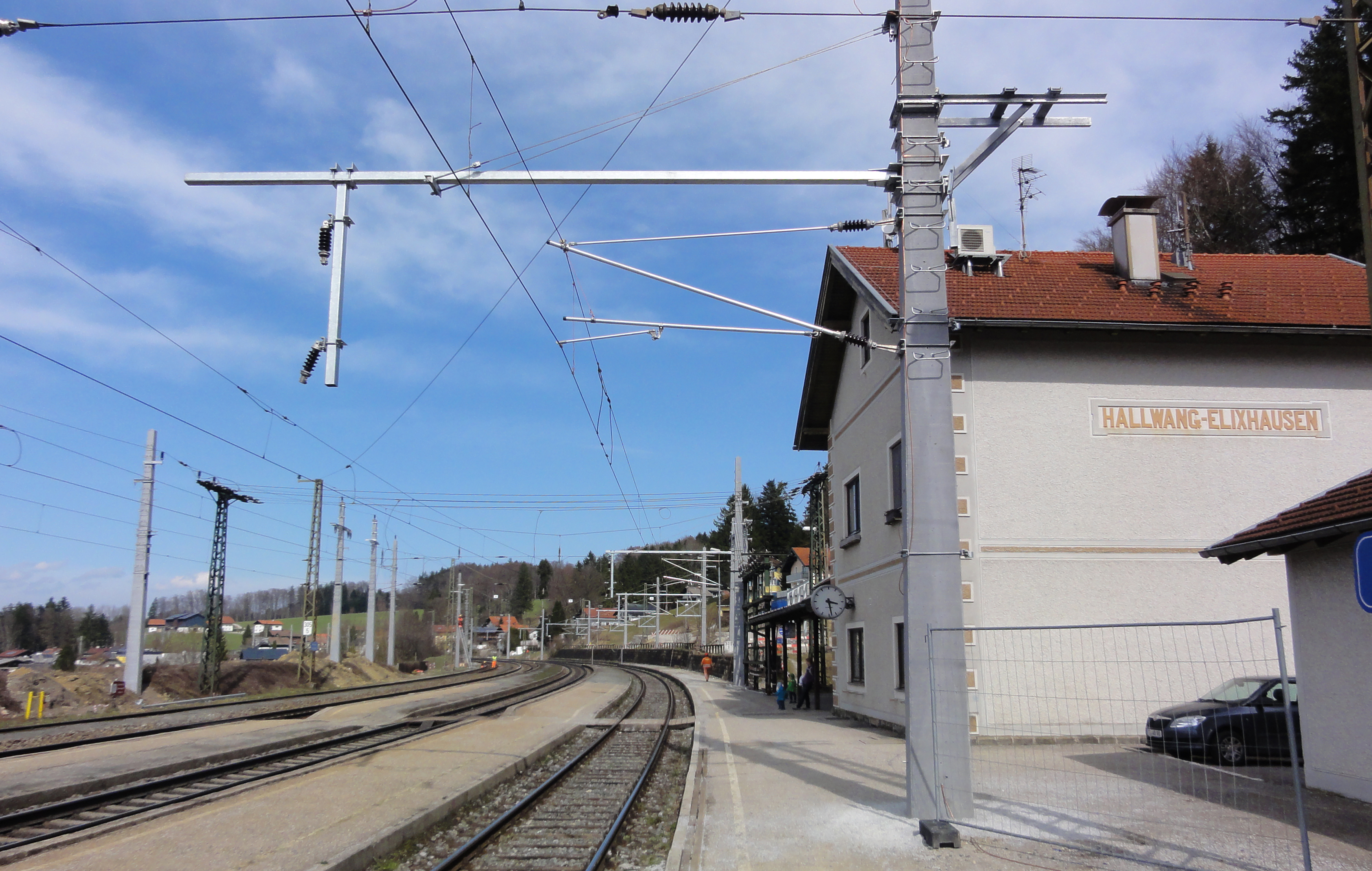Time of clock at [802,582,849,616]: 3:28
